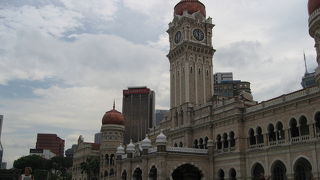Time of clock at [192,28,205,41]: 11:32
